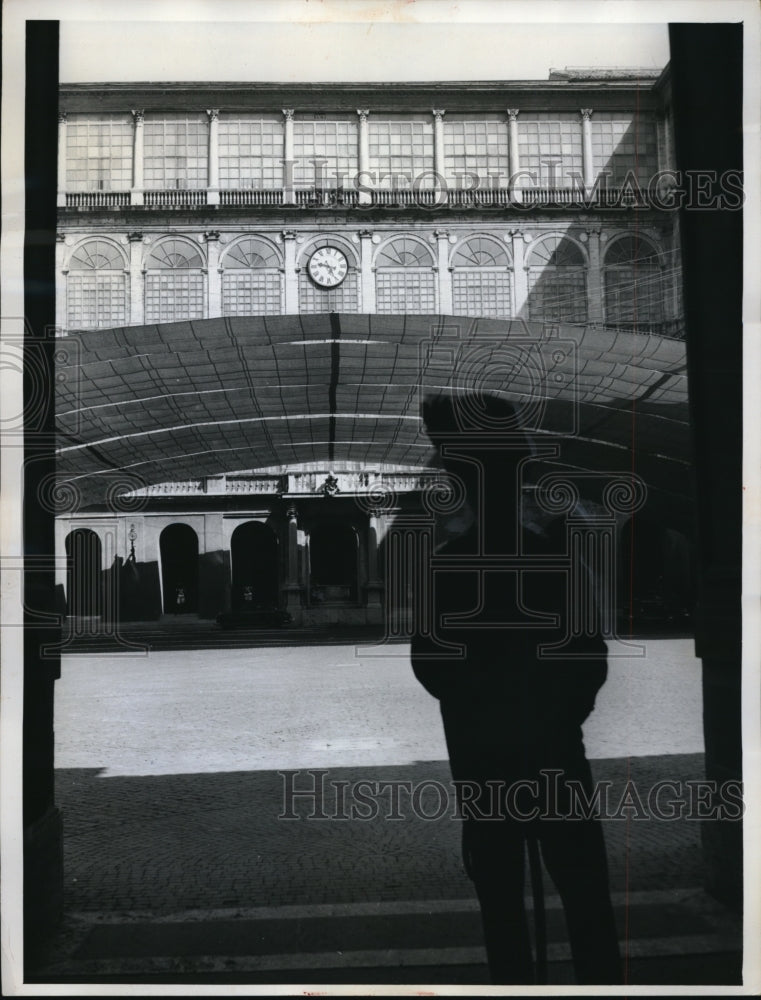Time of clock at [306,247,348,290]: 9:25
